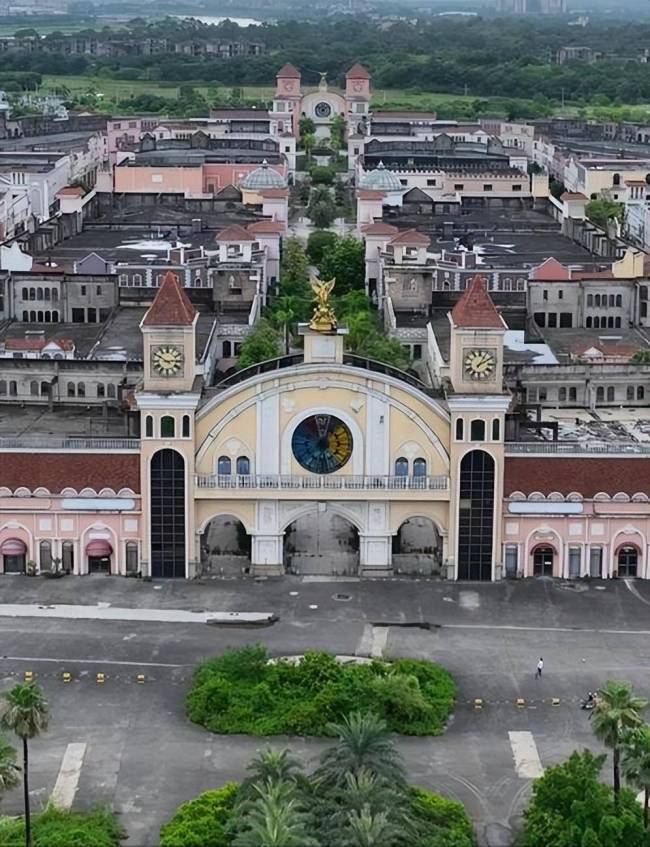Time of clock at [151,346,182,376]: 2:50
